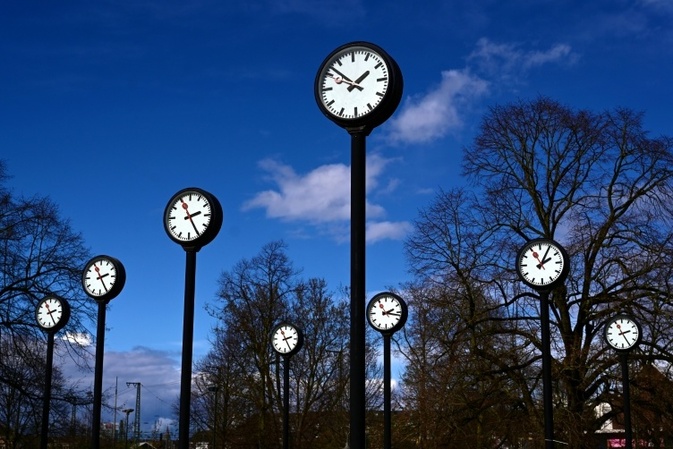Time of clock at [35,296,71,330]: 2:25
